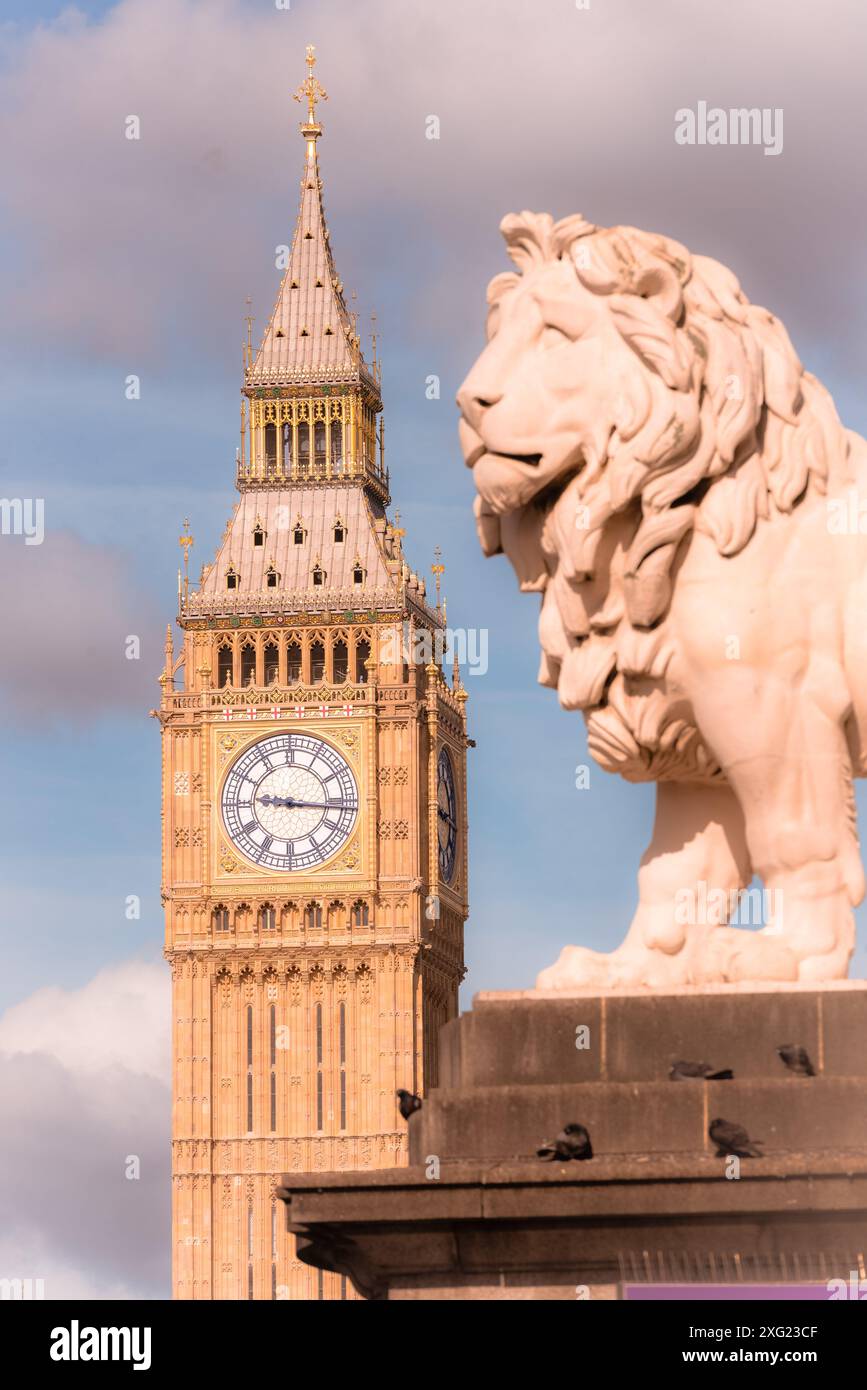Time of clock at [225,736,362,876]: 9:15
